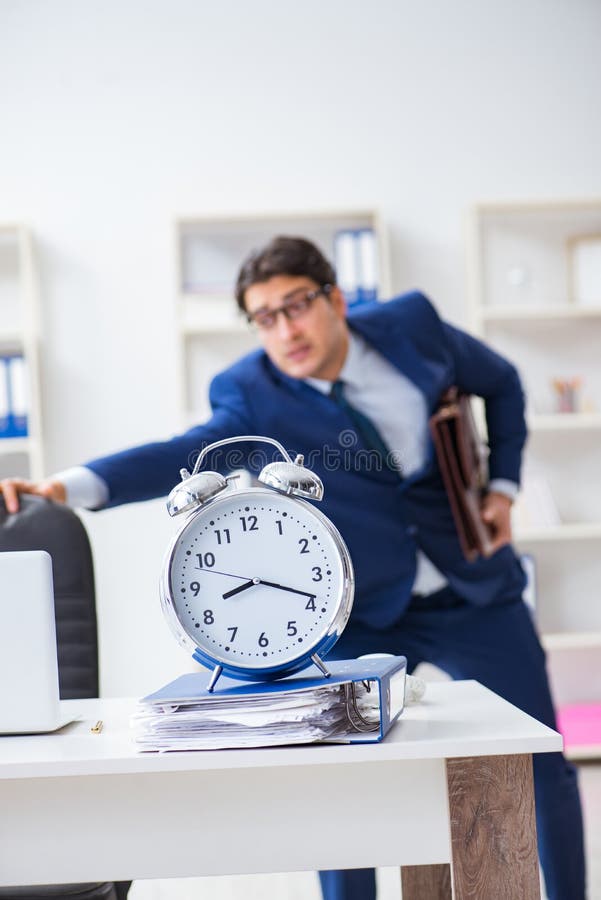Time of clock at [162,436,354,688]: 8:18
